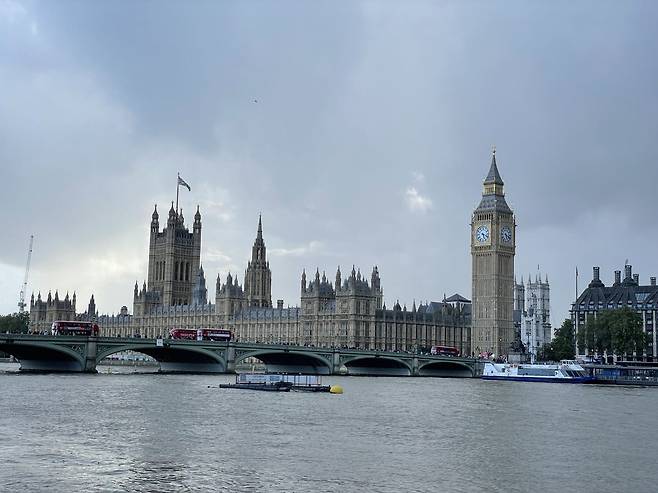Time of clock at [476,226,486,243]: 5:18
